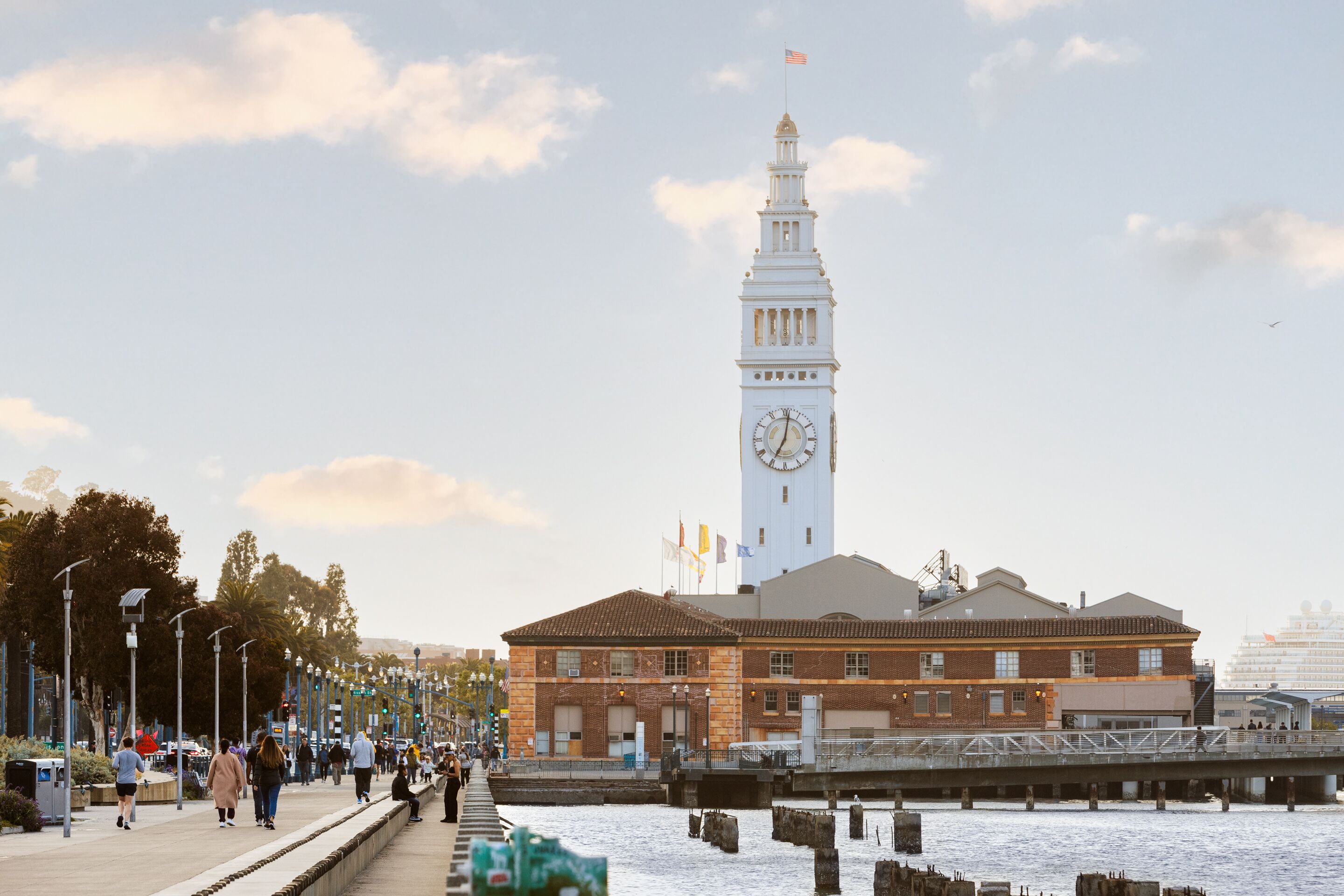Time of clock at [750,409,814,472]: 7:01
